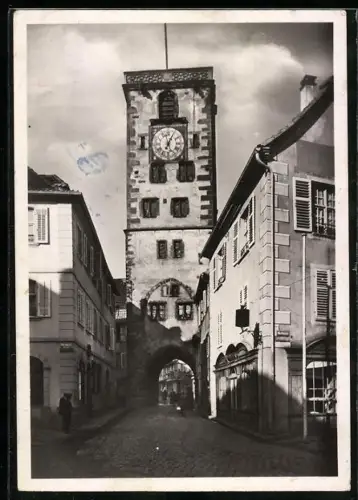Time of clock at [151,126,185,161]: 7:04
